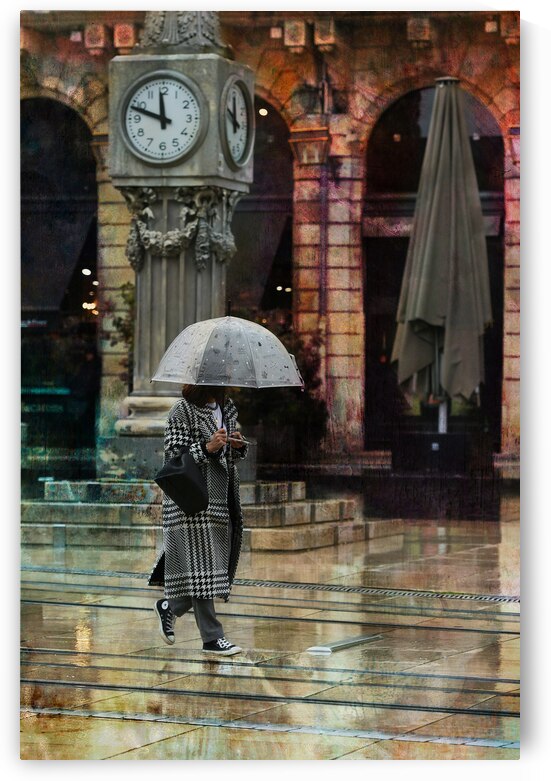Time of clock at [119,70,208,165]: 11:48
